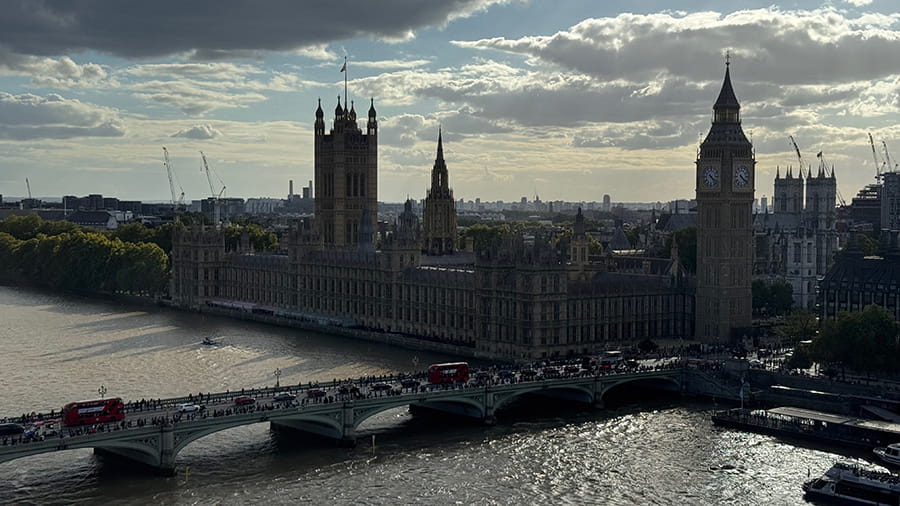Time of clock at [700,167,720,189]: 4:21
